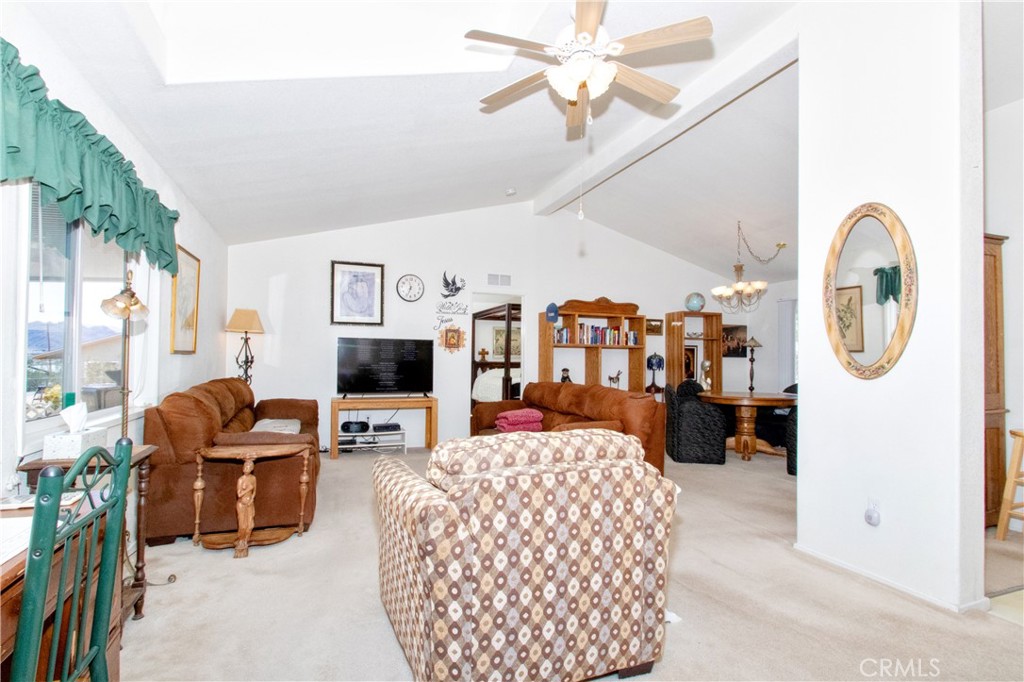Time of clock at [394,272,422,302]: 11:33
